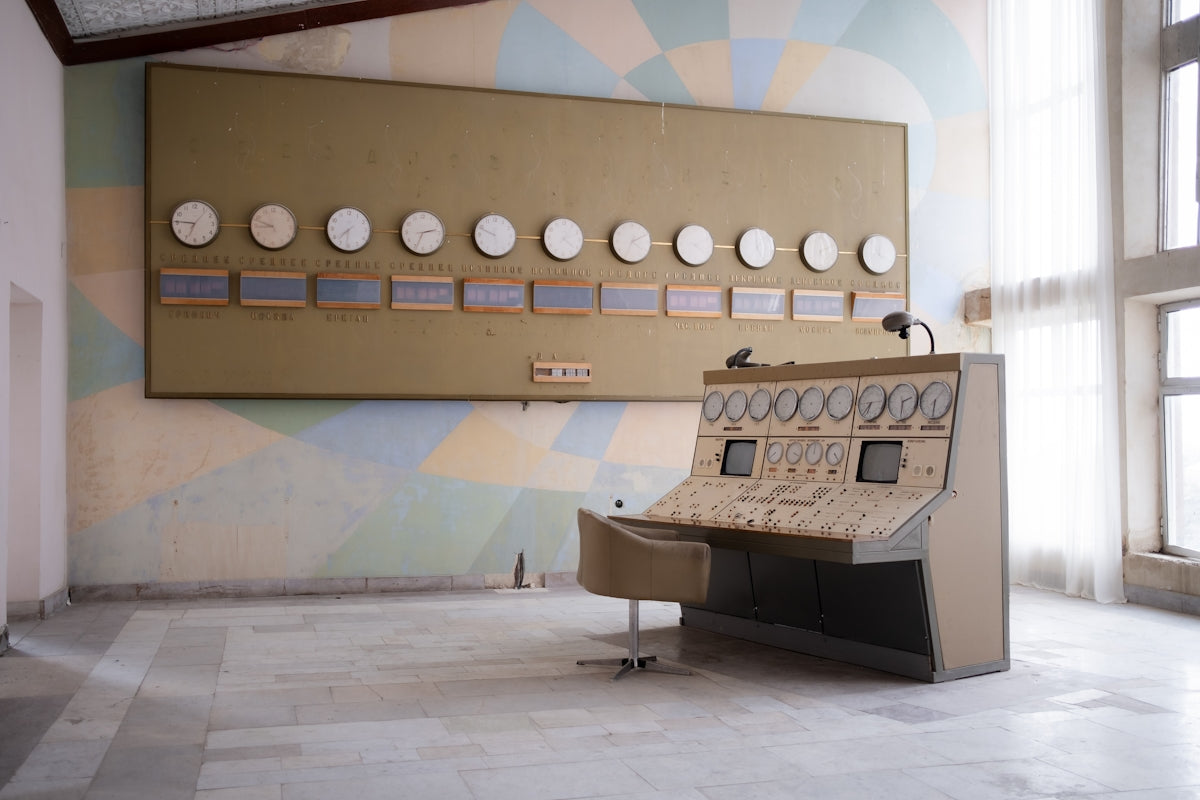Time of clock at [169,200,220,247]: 6:45
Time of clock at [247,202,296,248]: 8:47
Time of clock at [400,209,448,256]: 2:33
